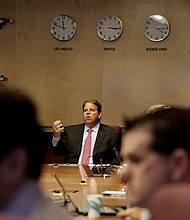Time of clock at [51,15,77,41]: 11:48
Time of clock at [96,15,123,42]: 3:15
